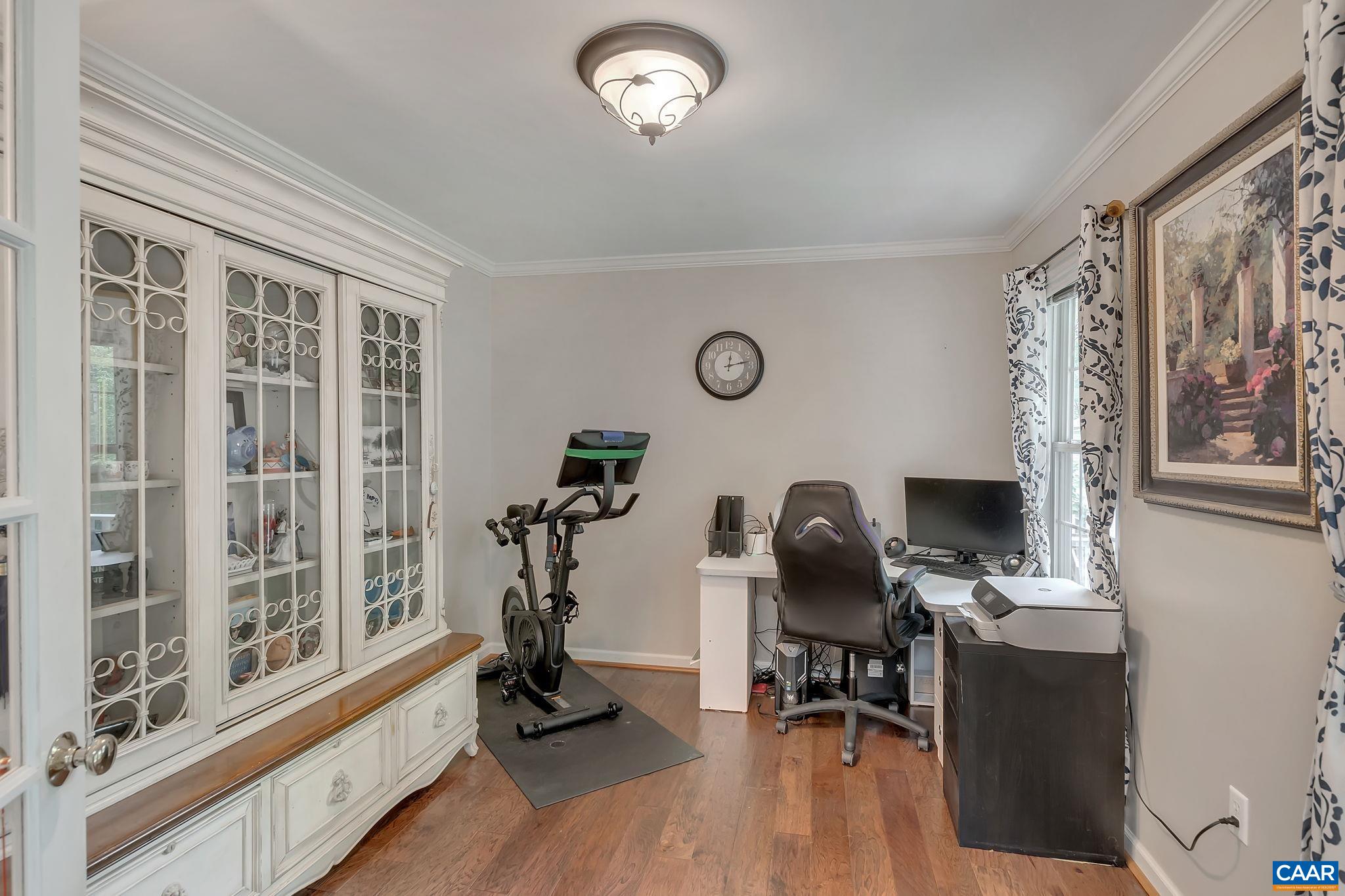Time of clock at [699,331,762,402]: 12:13
